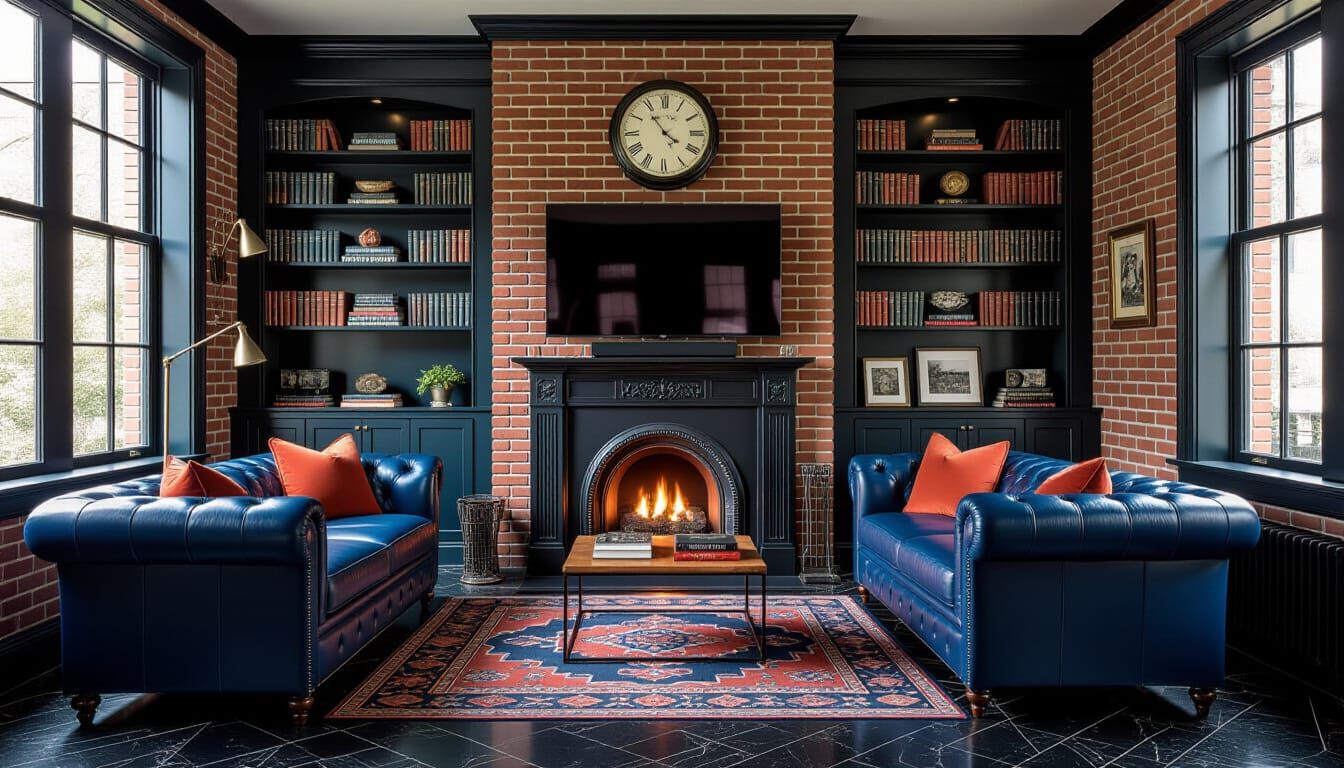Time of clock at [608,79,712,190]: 3:53
